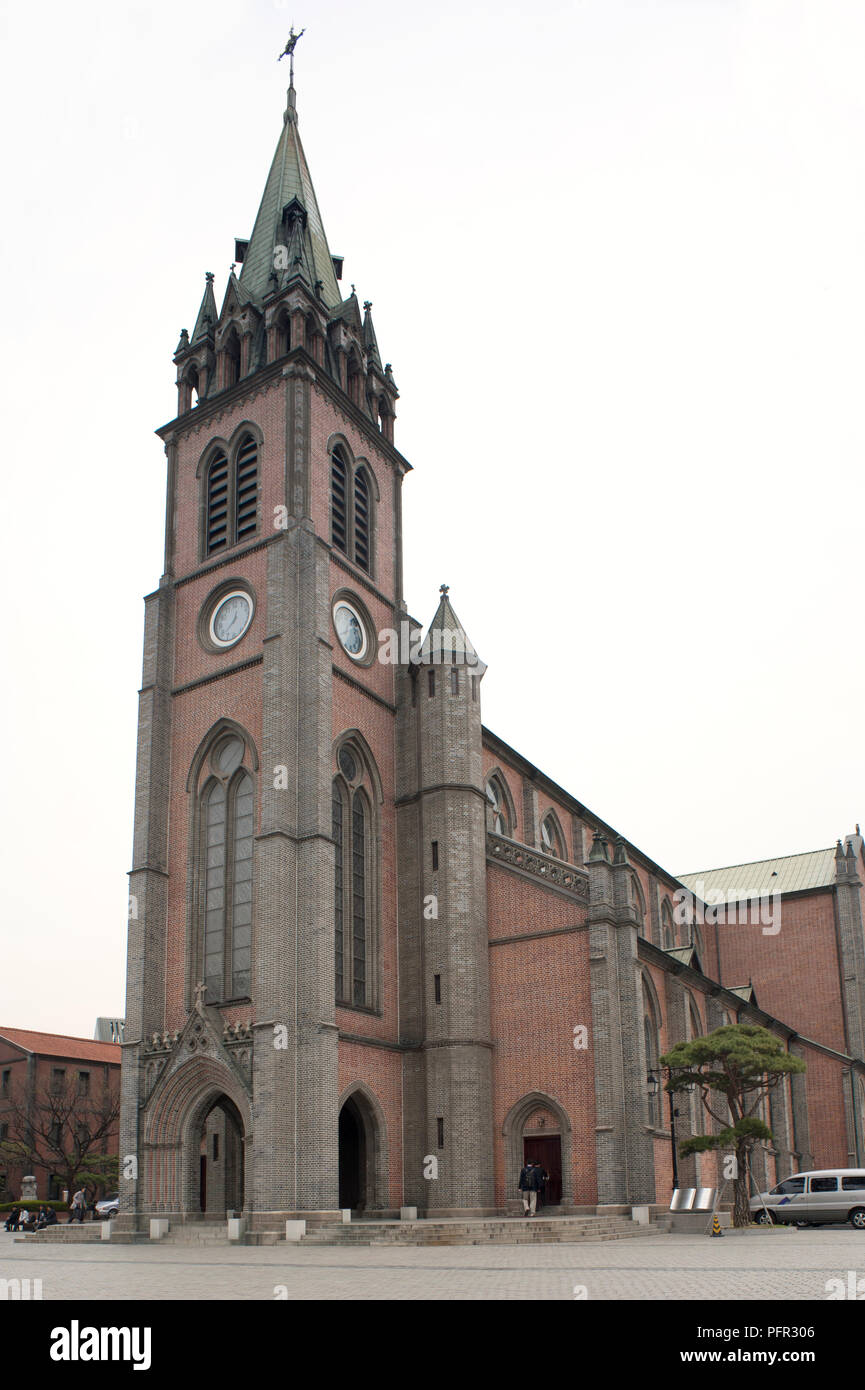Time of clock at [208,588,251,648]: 12:37
